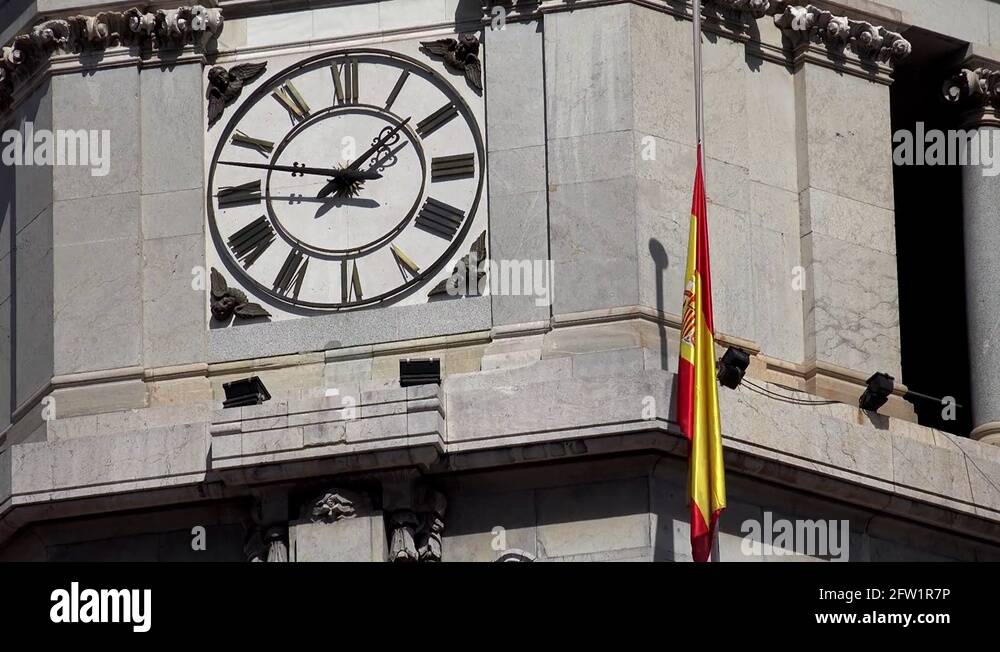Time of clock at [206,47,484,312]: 1:47
